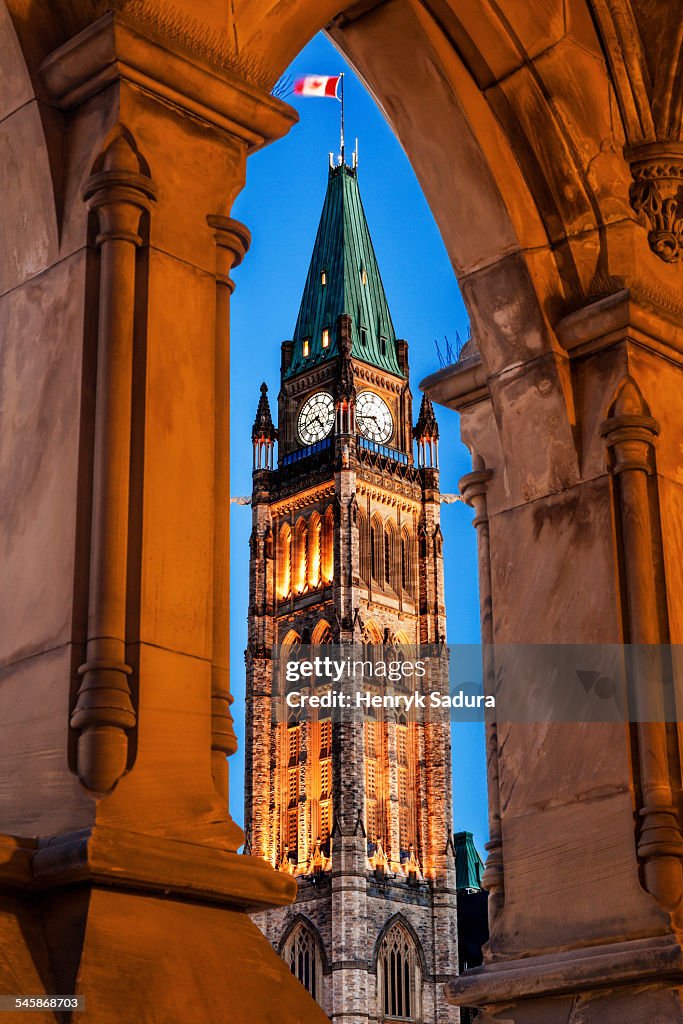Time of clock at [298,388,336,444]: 4:42
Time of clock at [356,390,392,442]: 4:42
